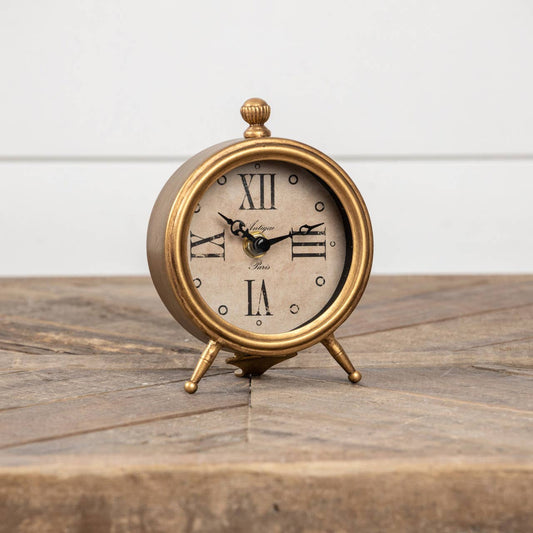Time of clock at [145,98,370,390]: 10:12
